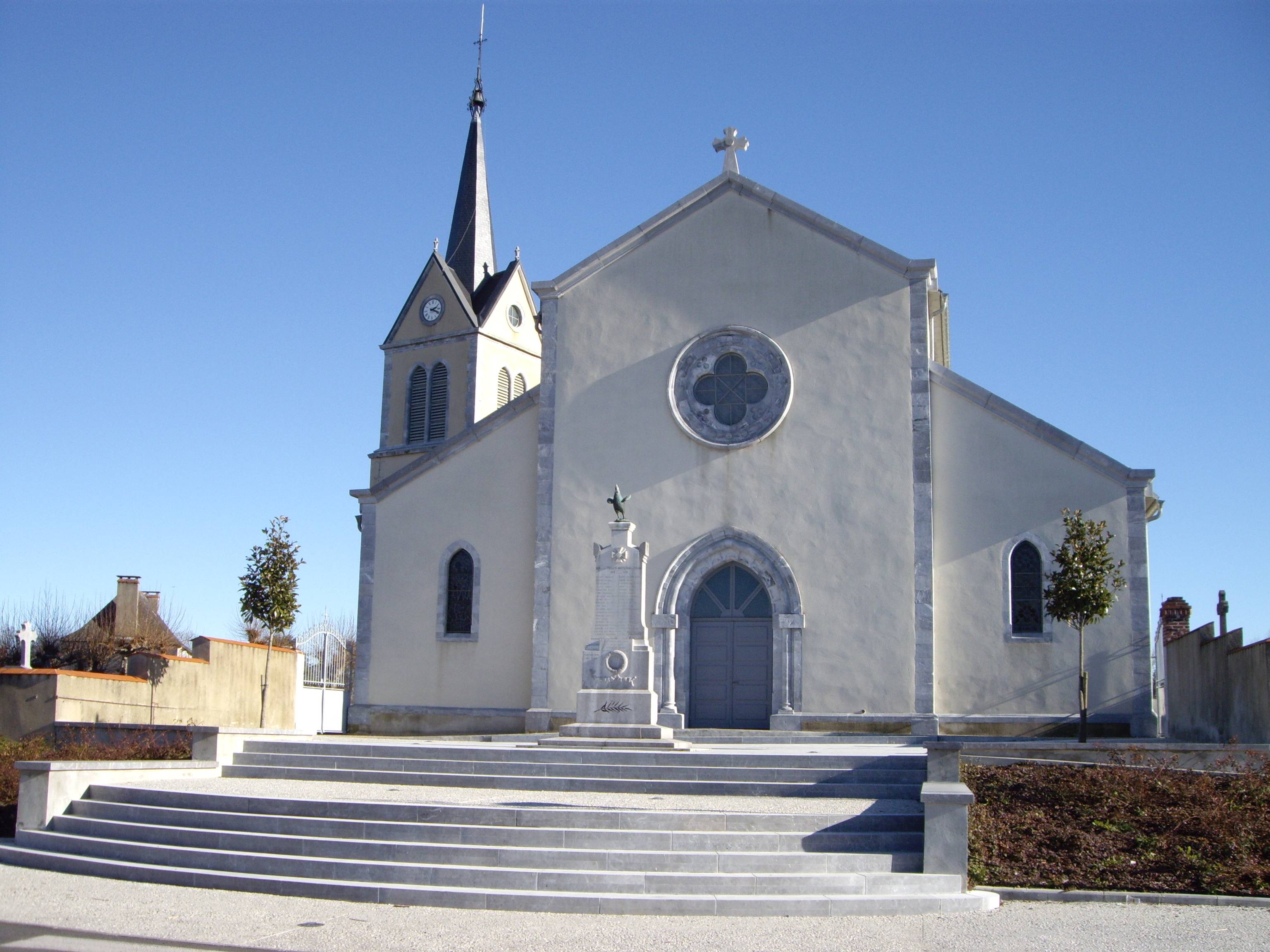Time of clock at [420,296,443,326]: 2:18
